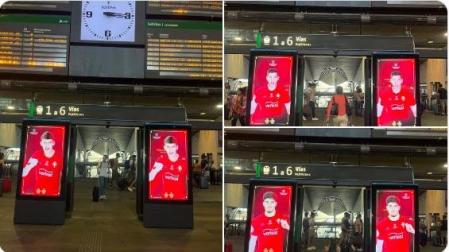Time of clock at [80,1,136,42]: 3:15
